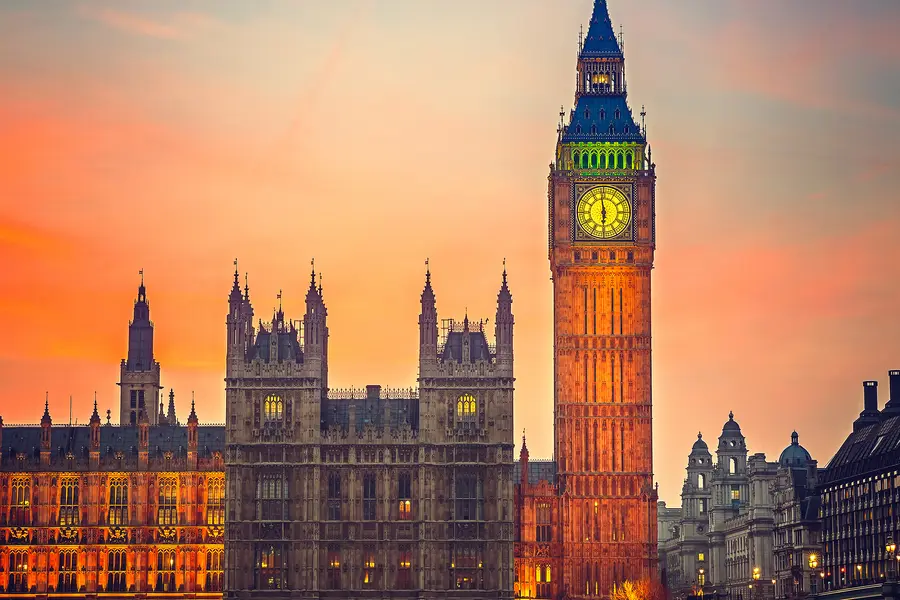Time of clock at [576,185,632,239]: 5:58
